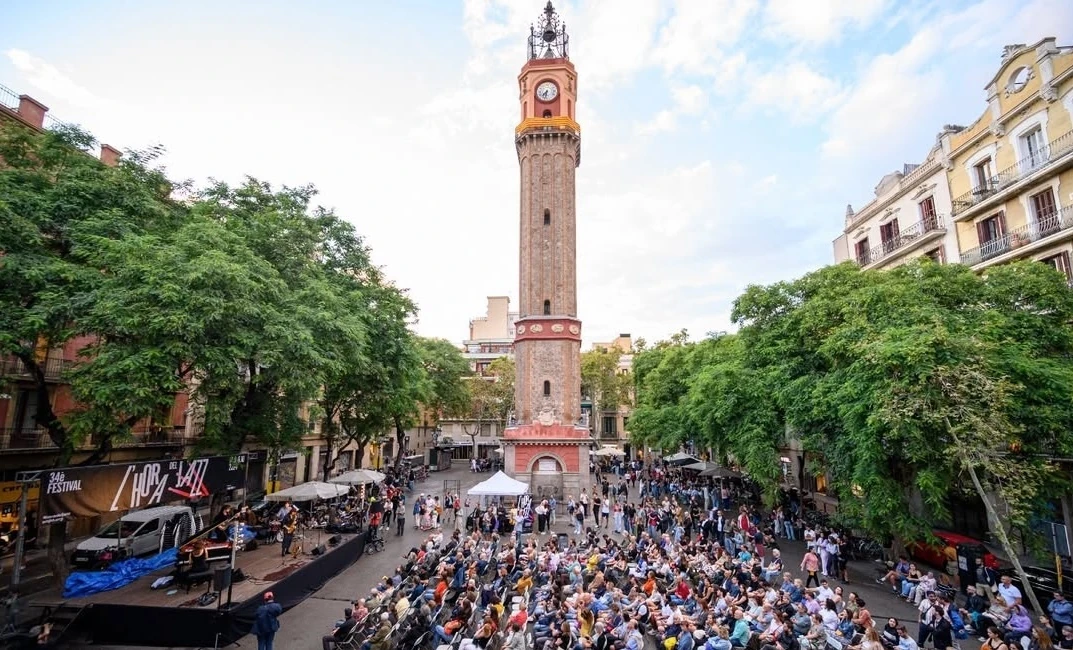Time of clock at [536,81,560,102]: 7:32
